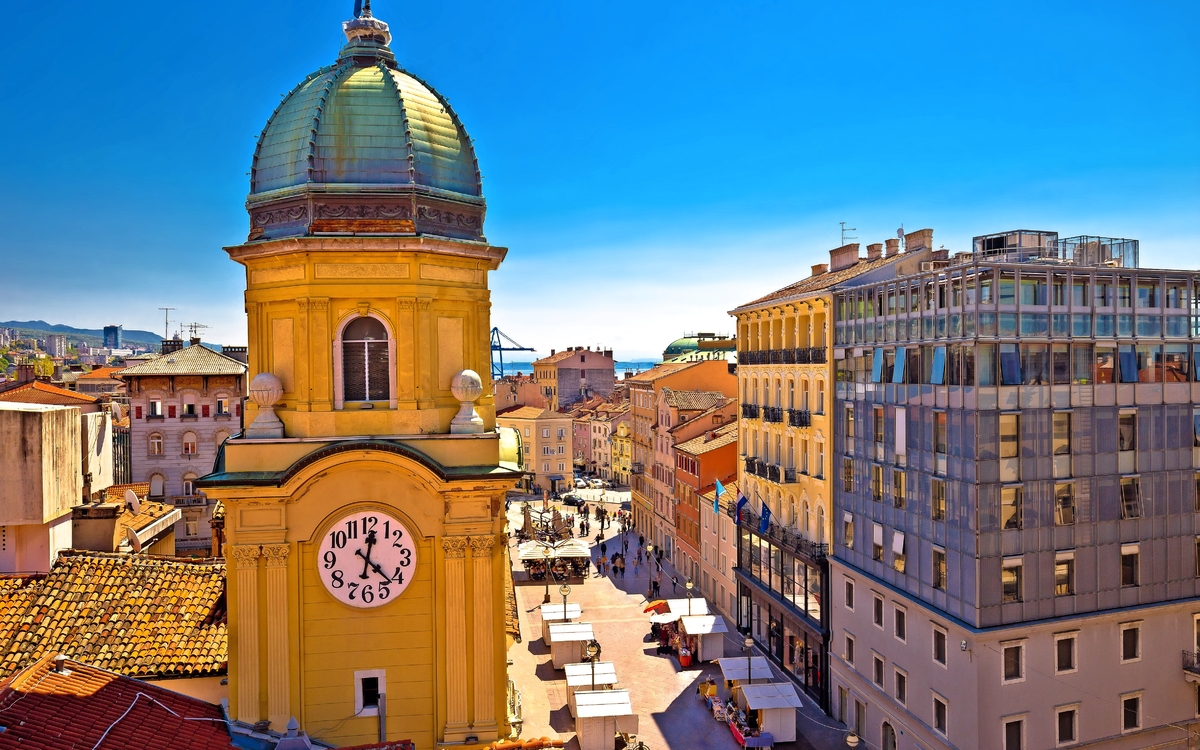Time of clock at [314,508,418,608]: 12:22
